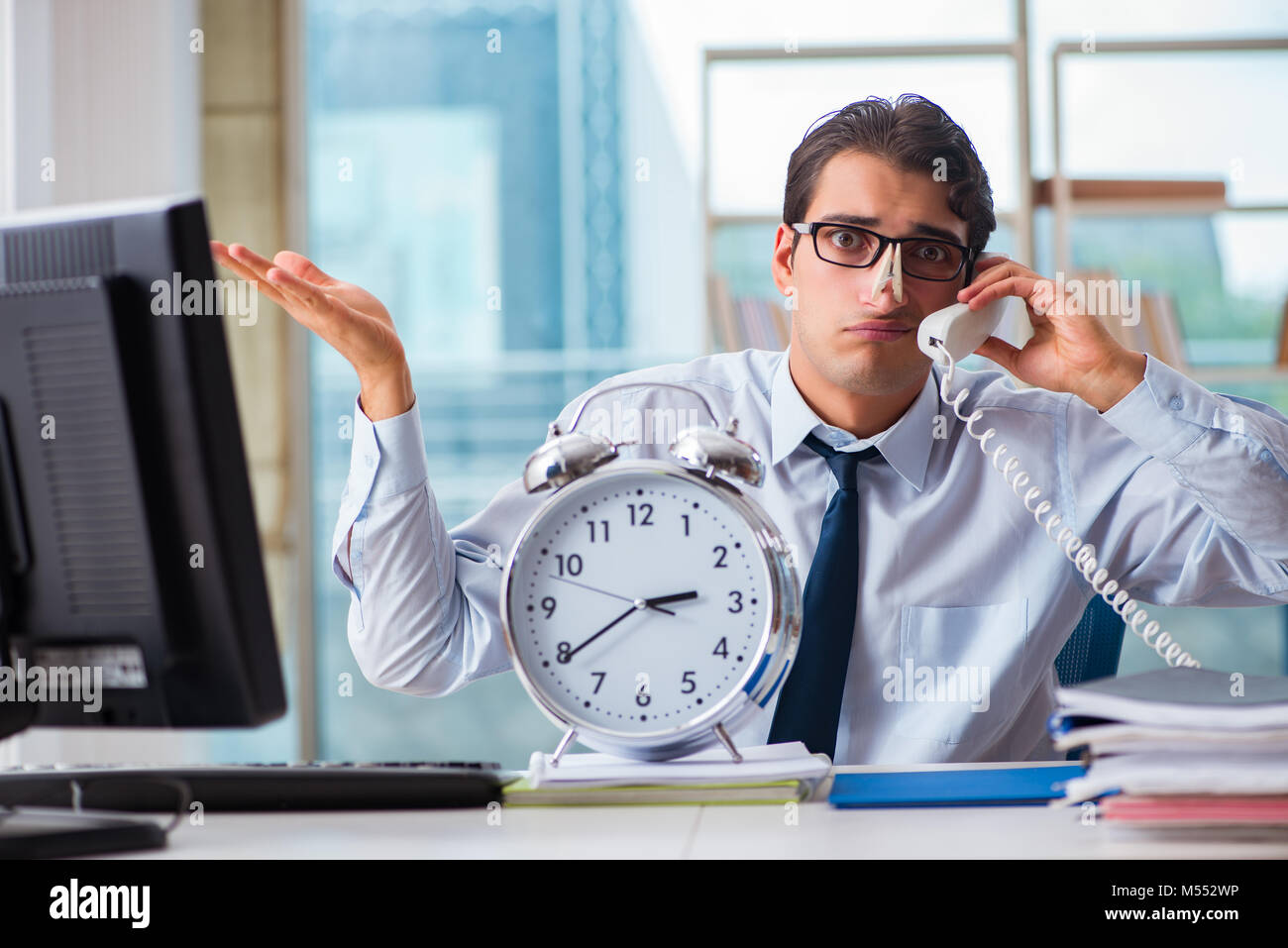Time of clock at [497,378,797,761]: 2:39
